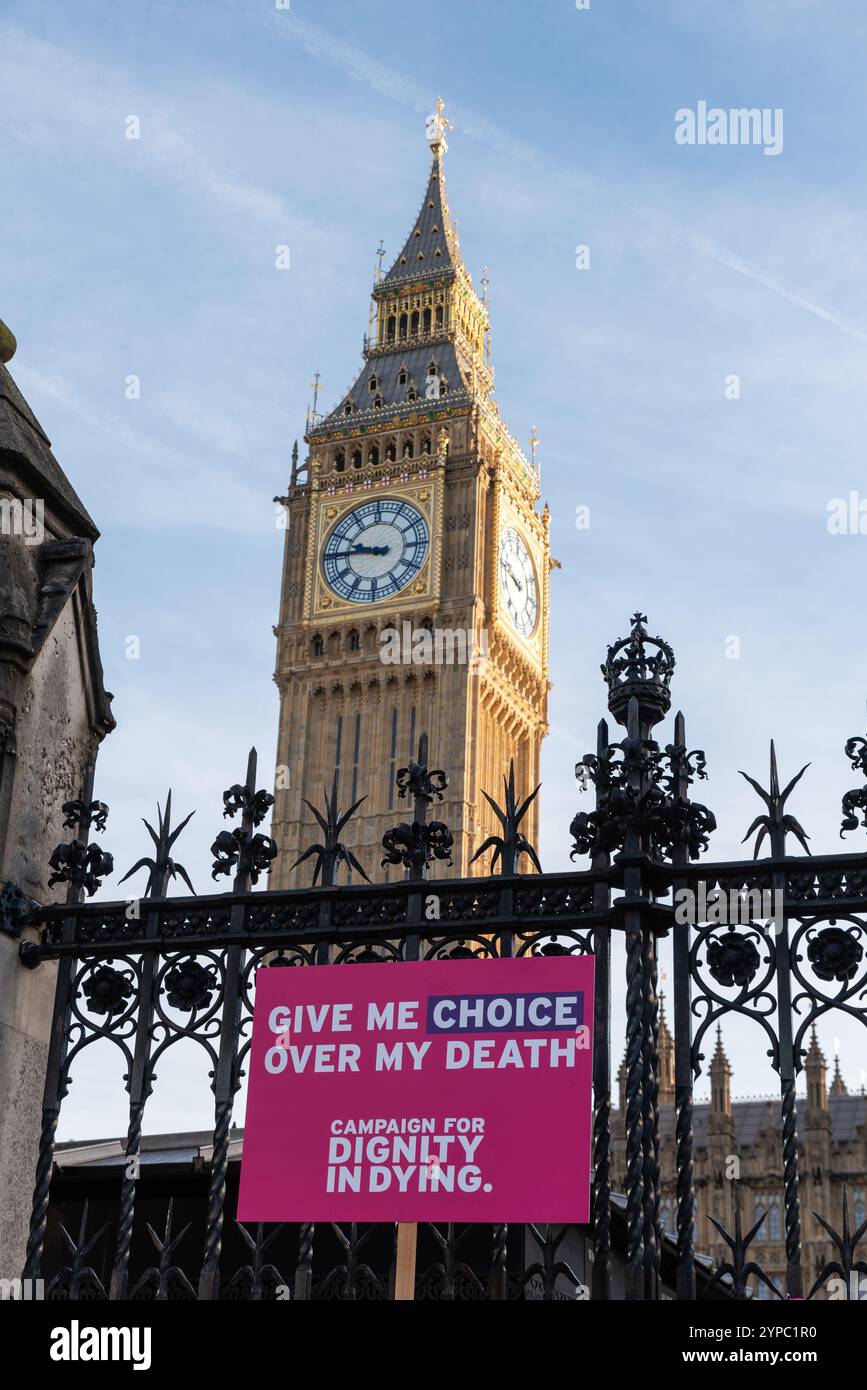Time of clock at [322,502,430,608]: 9:45
